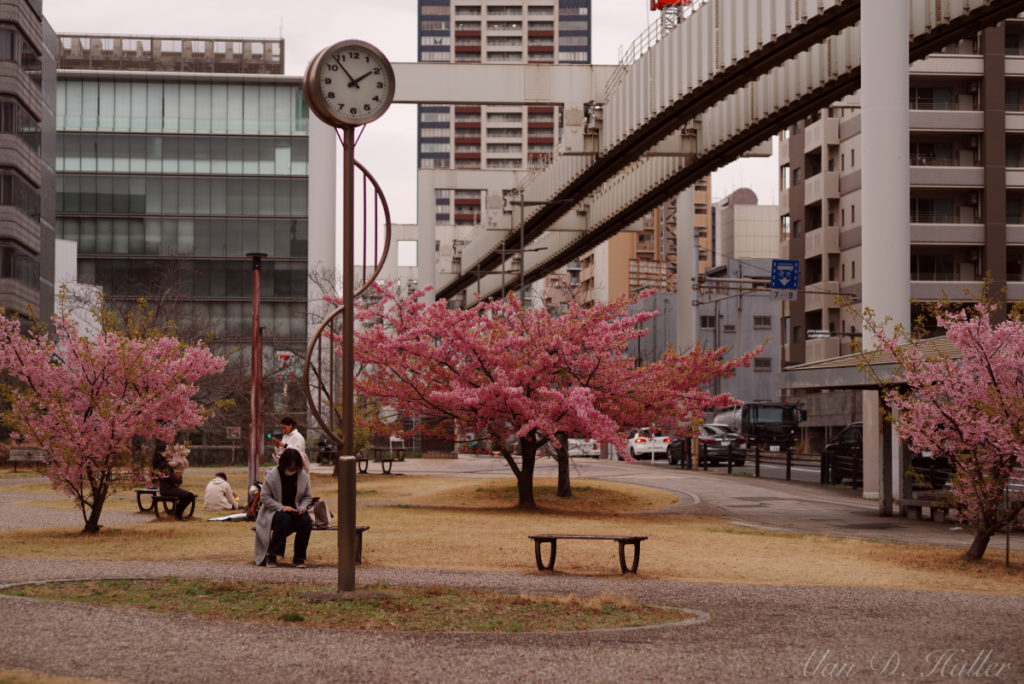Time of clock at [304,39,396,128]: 1:53
